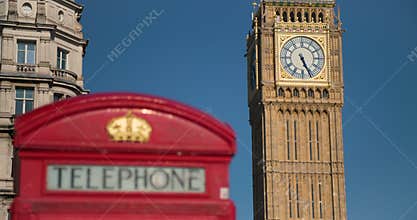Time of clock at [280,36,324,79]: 5:26
